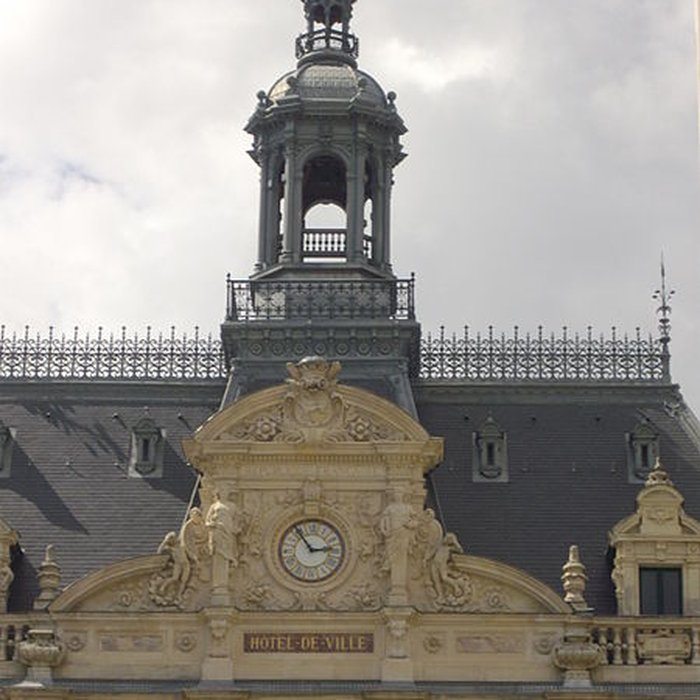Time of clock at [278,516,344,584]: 2:54
